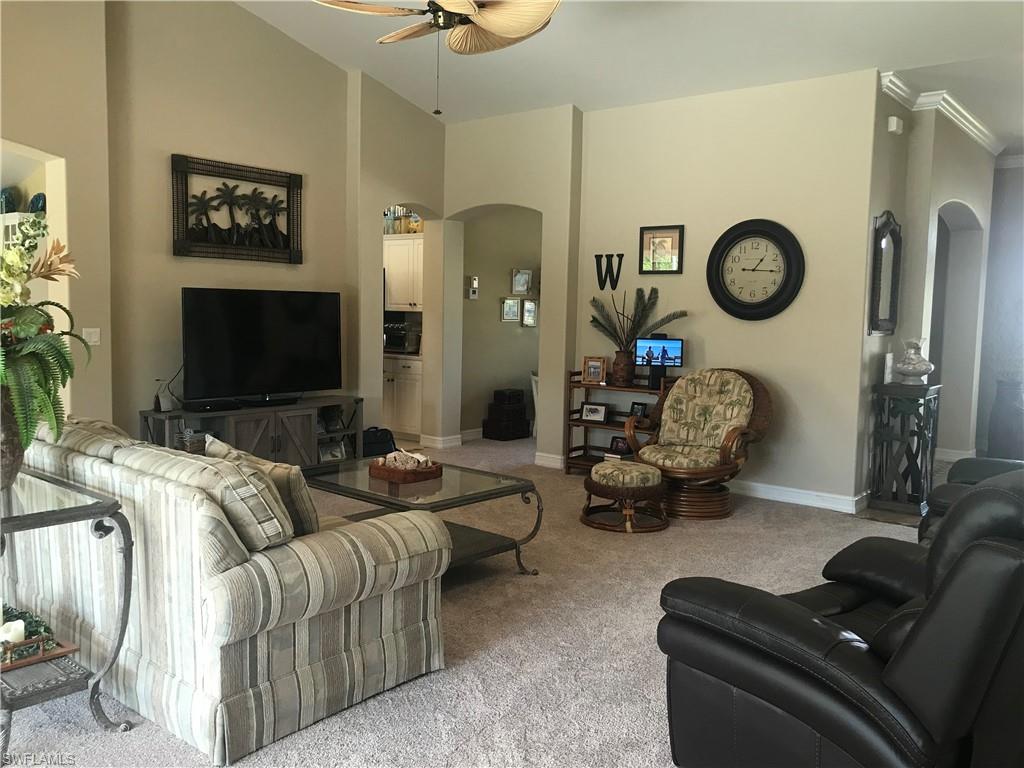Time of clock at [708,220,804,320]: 1:15
